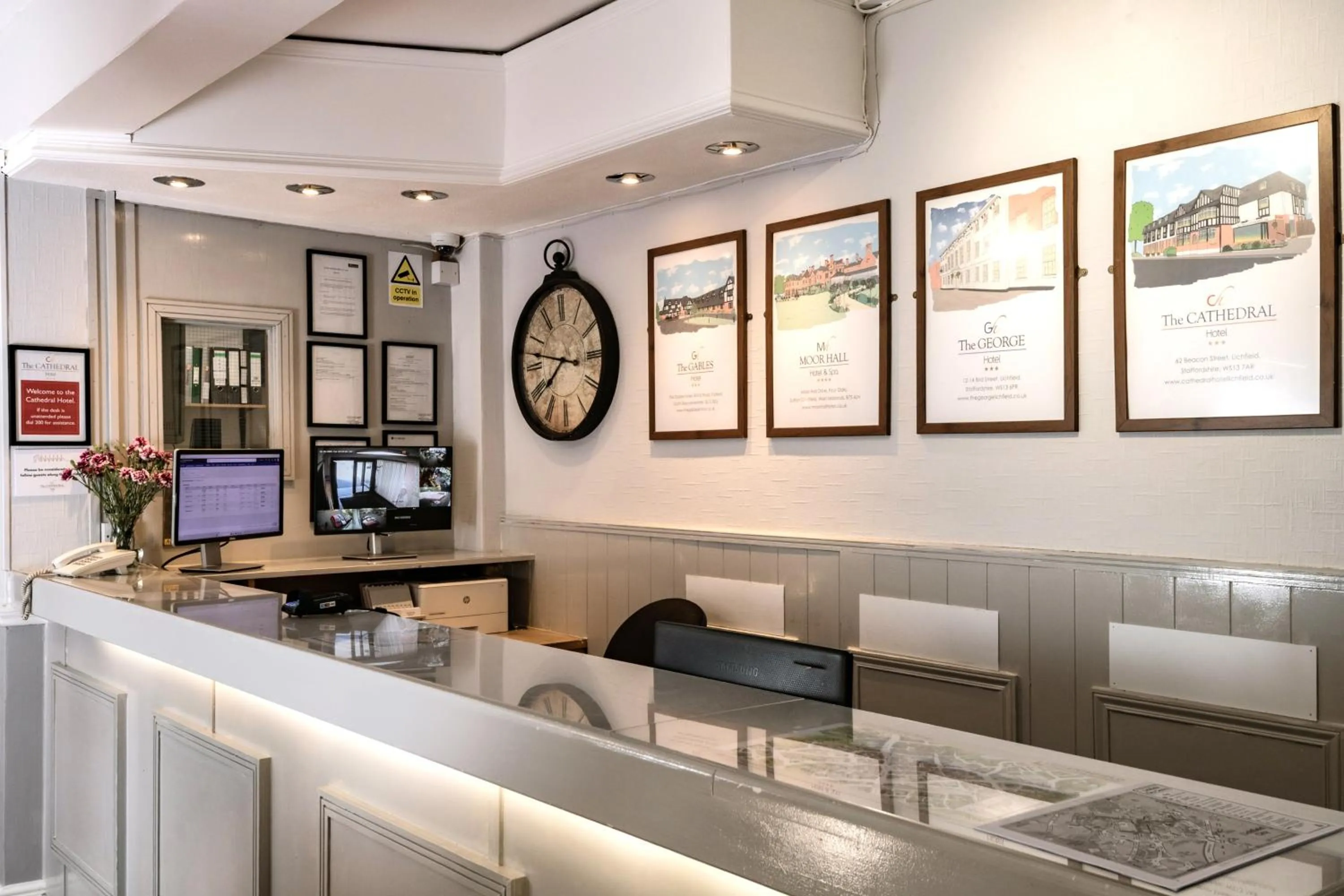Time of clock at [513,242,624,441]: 7:46
